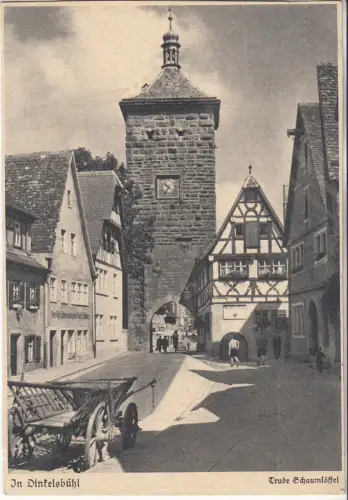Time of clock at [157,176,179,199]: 10:35
